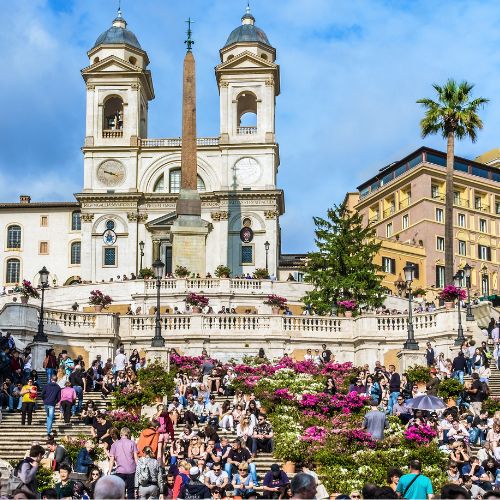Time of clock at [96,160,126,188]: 9:17
